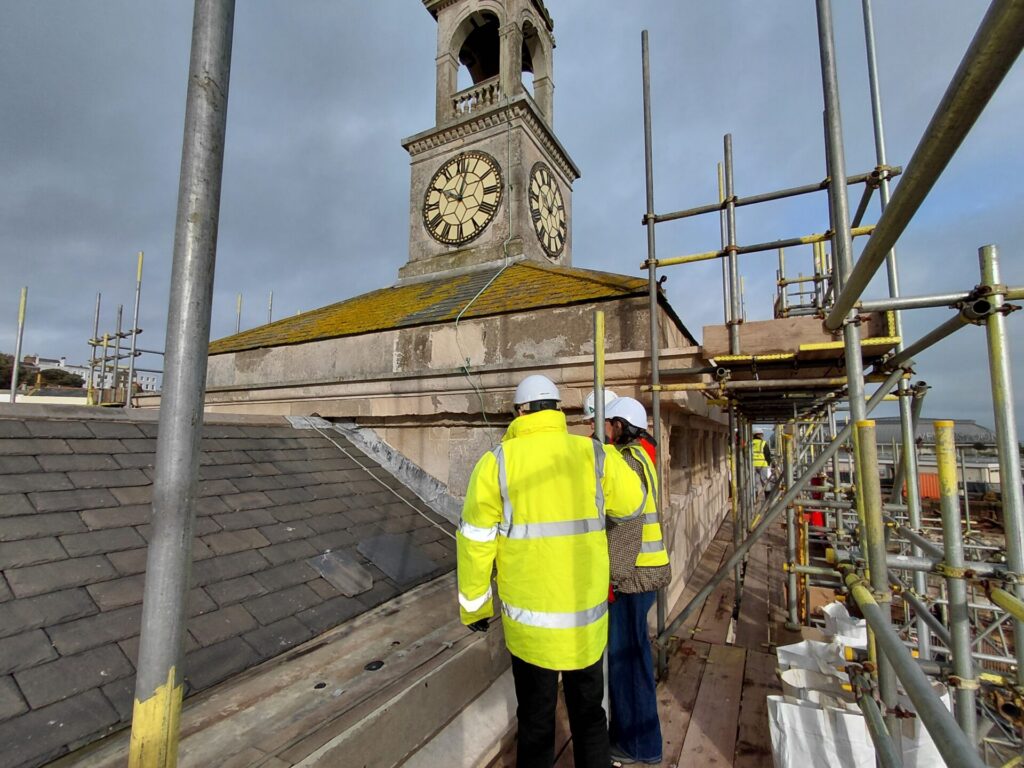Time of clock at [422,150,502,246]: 10:02
